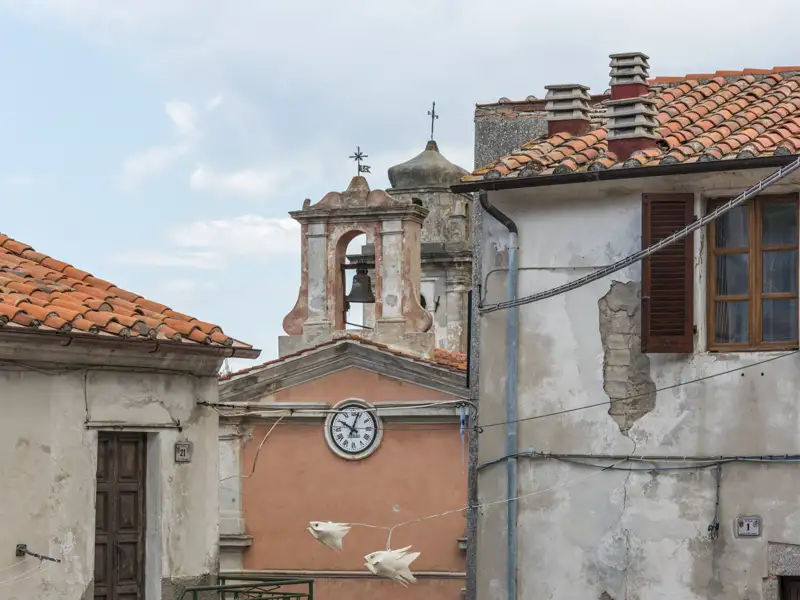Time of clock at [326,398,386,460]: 10:03
